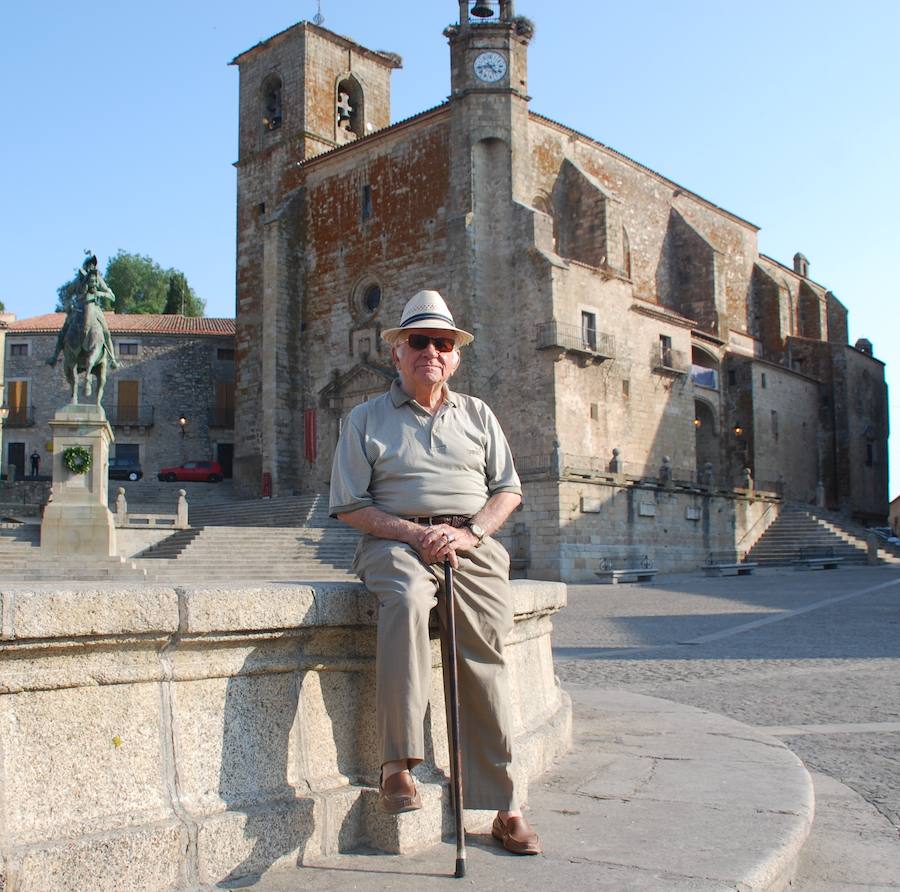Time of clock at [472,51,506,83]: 4:43
